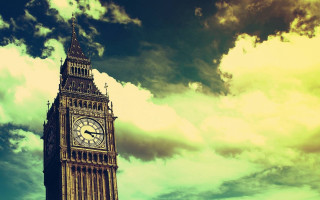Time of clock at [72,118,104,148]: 4:14
